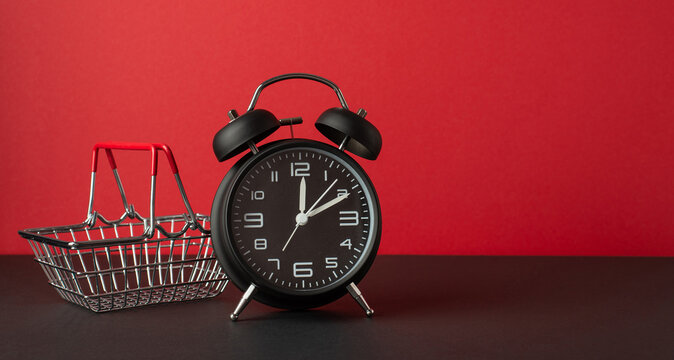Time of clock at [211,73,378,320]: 12:10
